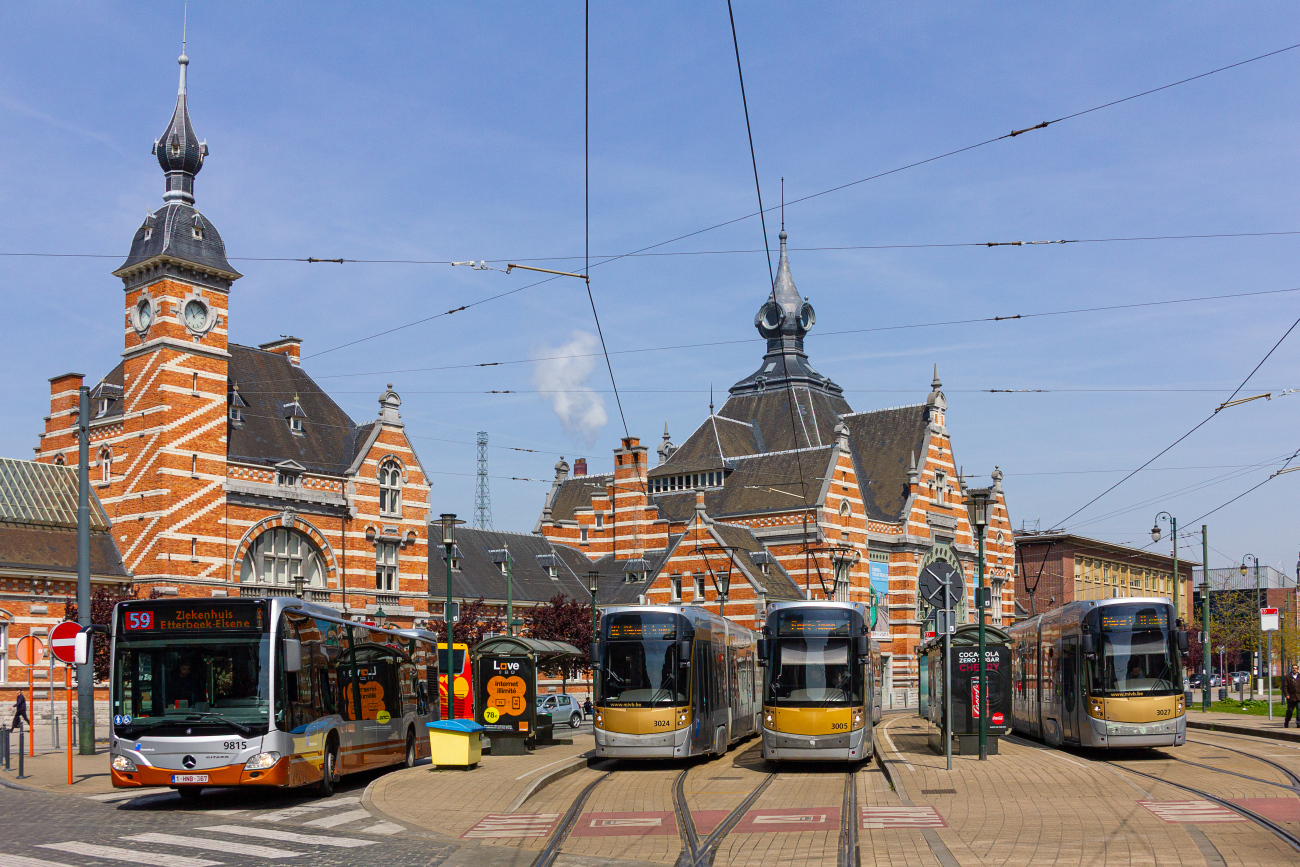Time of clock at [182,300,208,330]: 11:07
